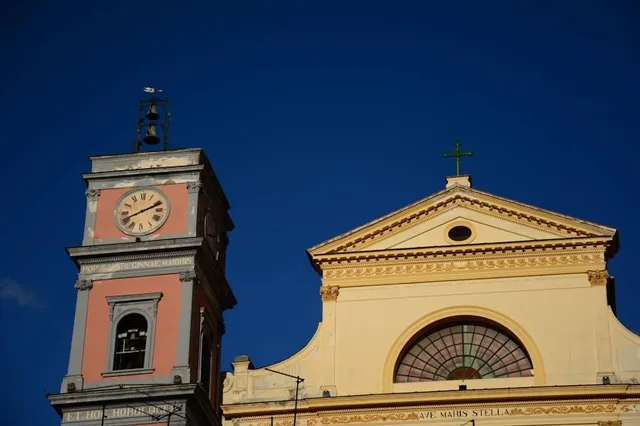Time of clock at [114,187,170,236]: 8:11
